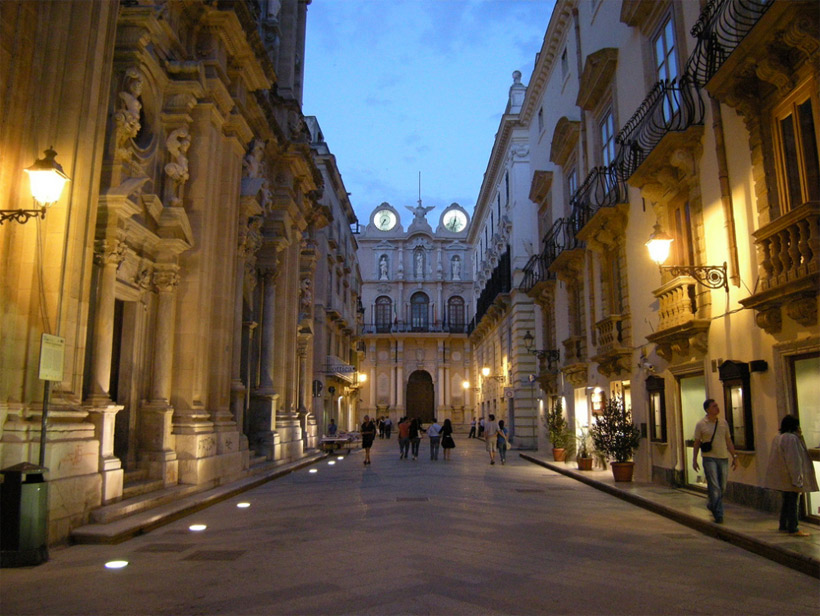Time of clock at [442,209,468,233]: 6:32
